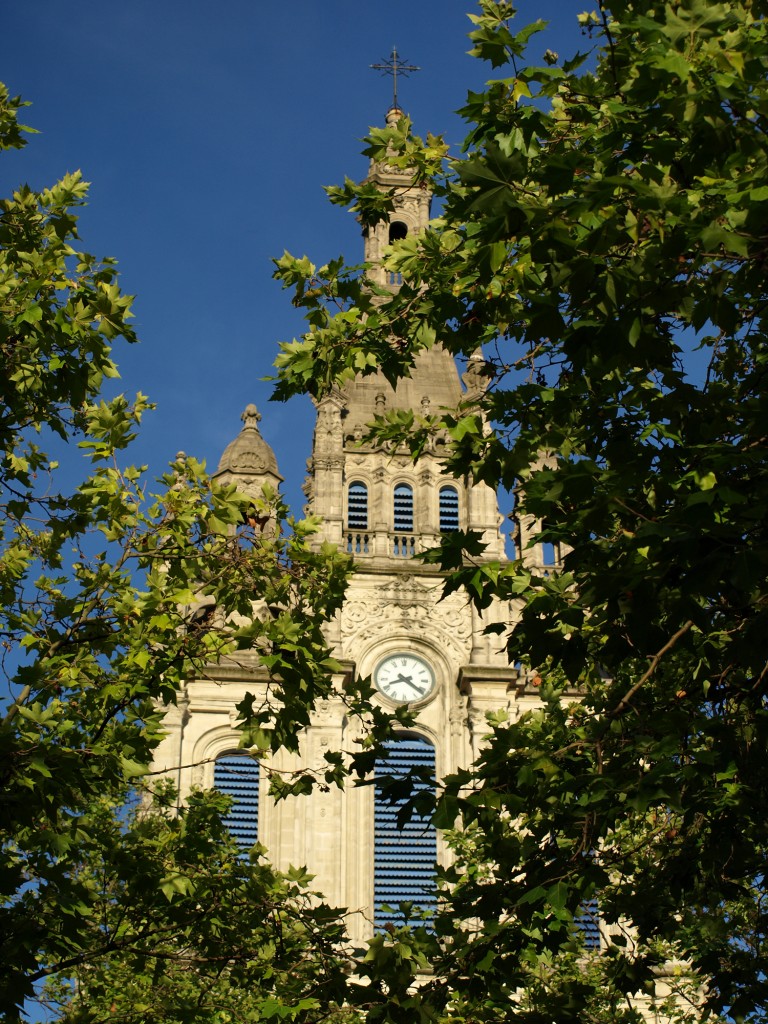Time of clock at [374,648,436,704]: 8:21
